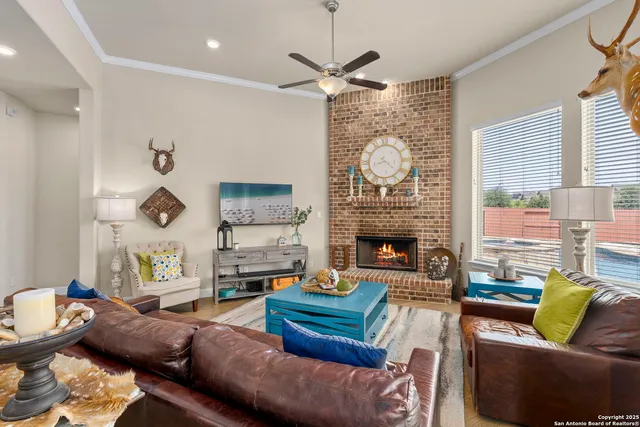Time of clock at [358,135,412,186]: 8:21
